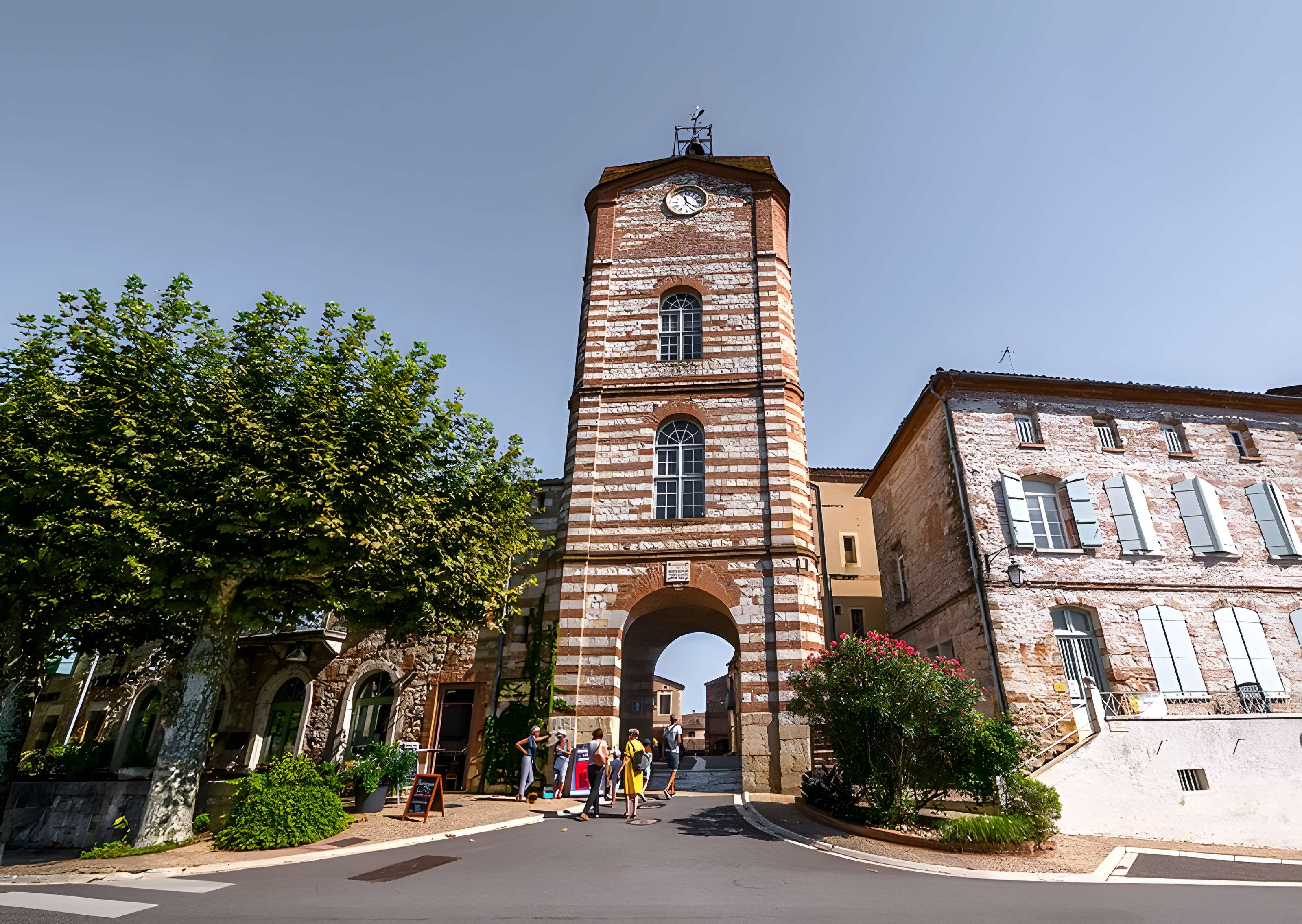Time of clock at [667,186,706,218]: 11:21
